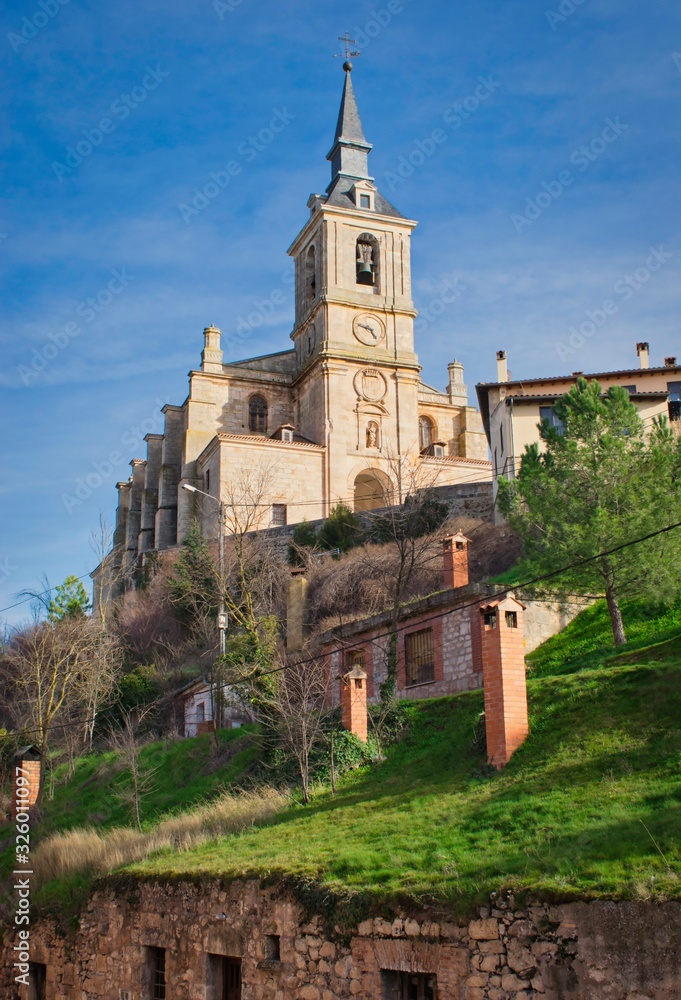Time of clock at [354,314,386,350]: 4:46
